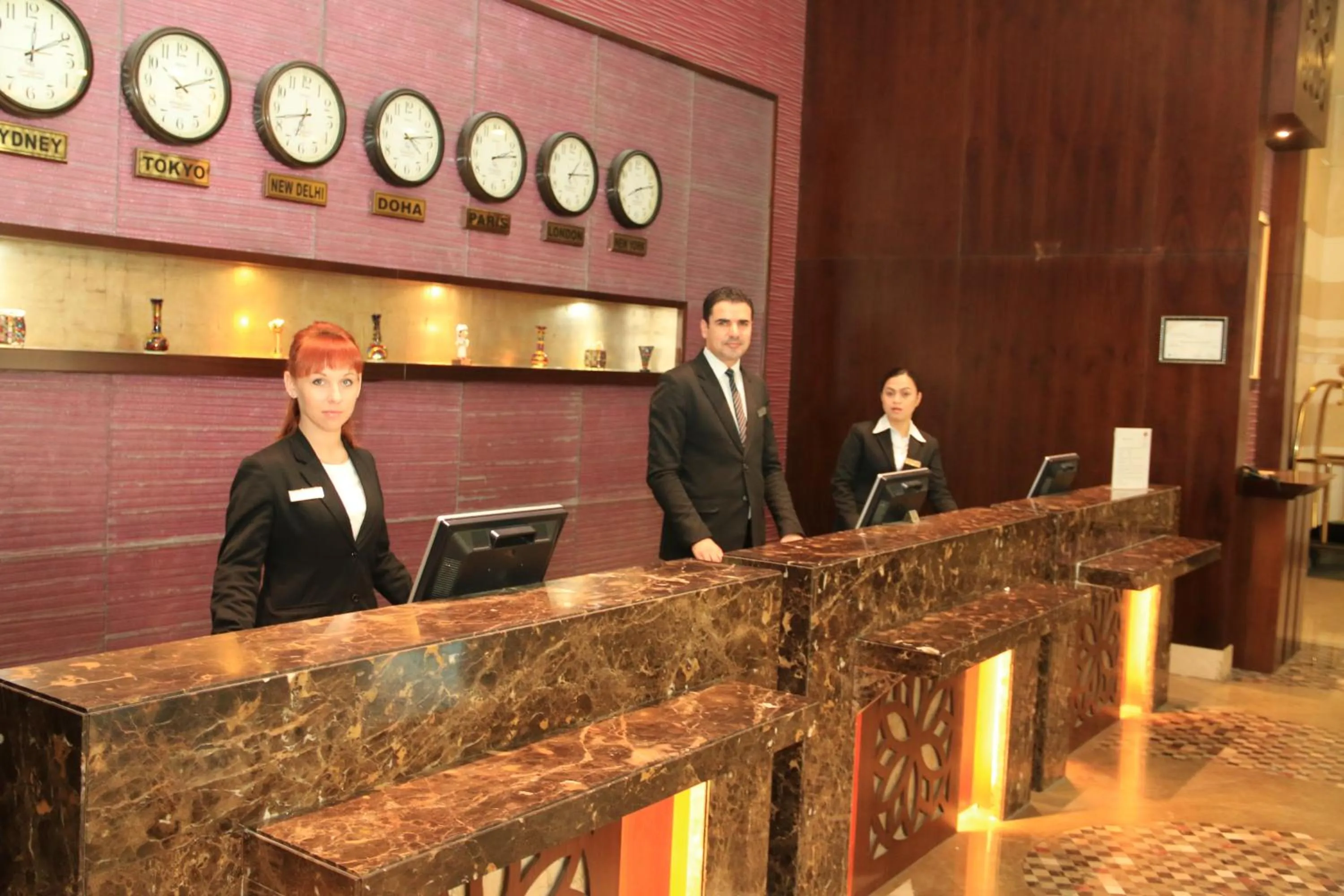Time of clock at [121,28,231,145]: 10:11
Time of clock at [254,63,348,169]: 6:42
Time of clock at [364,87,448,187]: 4:13
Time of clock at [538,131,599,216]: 1:13
